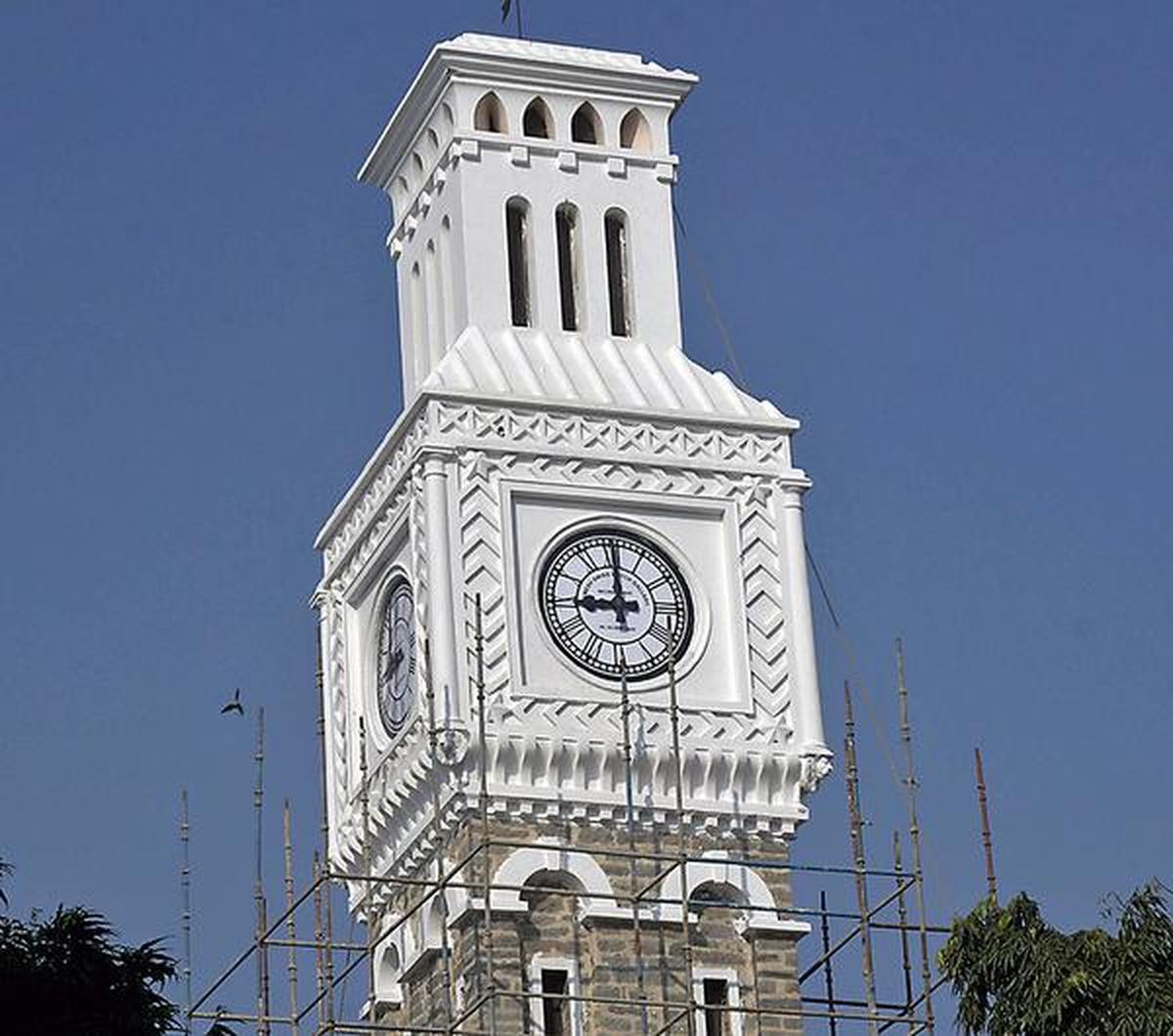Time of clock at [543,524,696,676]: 8:59
